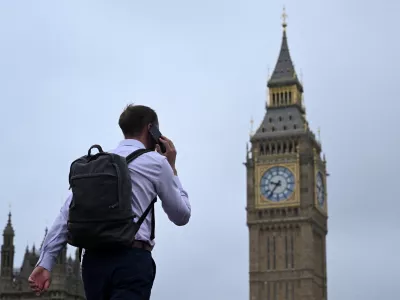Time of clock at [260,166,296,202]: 9:36
